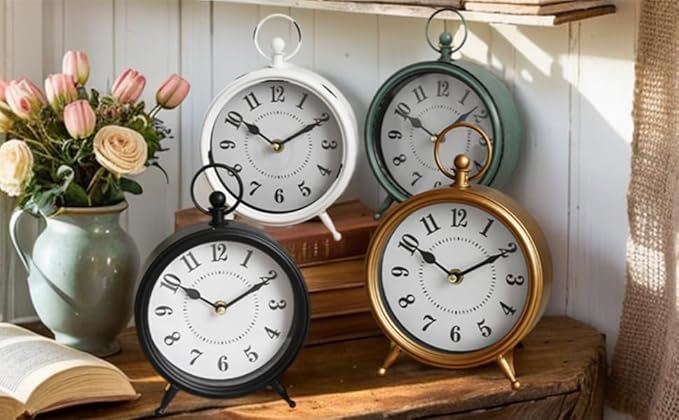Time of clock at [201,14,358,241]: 10:10
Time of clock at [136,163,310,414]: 10:10
